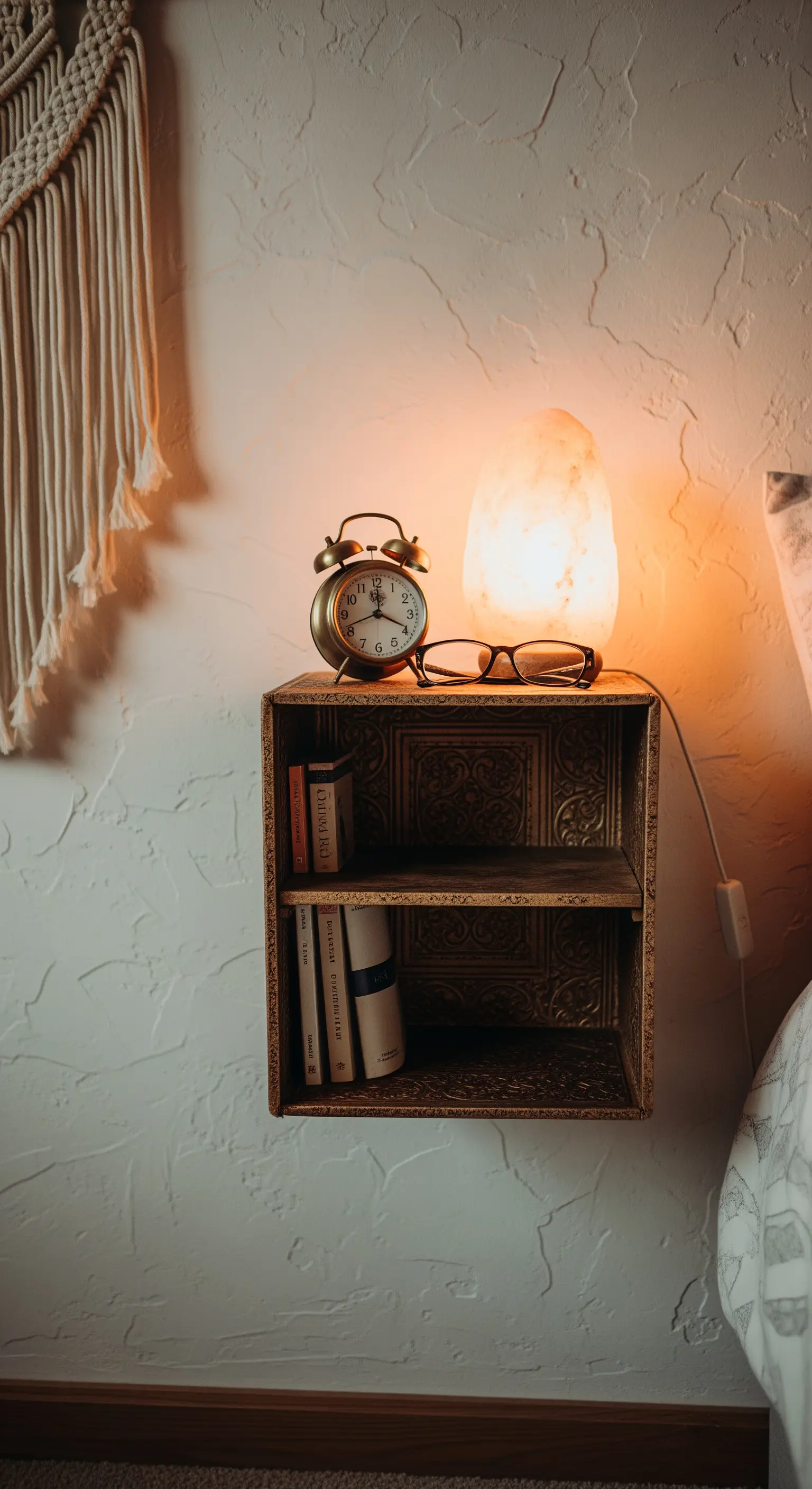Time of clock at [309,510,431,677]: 12:19
